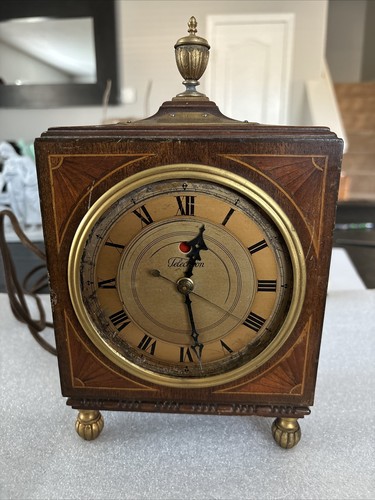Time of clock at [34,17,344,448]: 12:28
